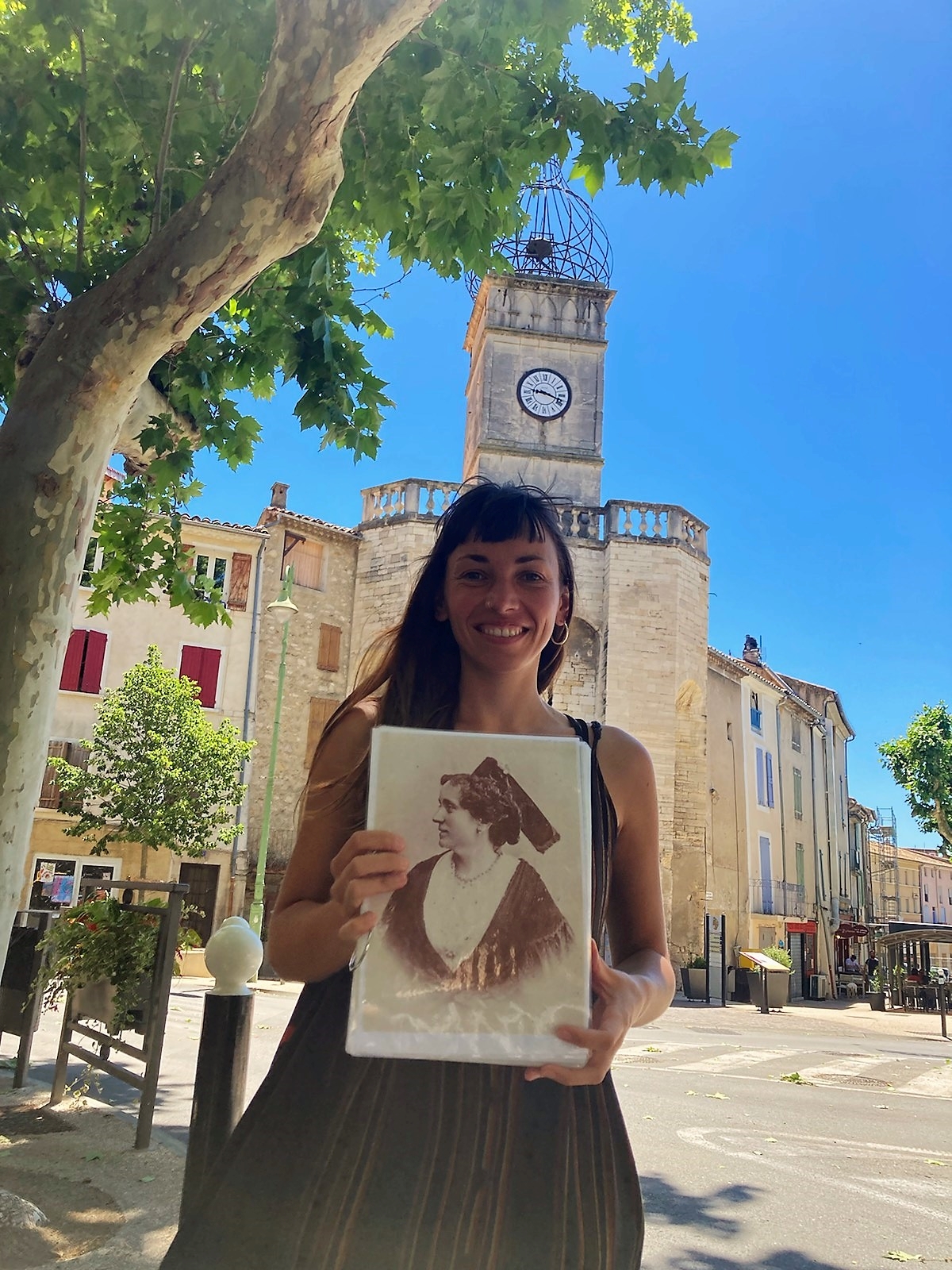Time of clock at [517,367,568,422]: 9:18
